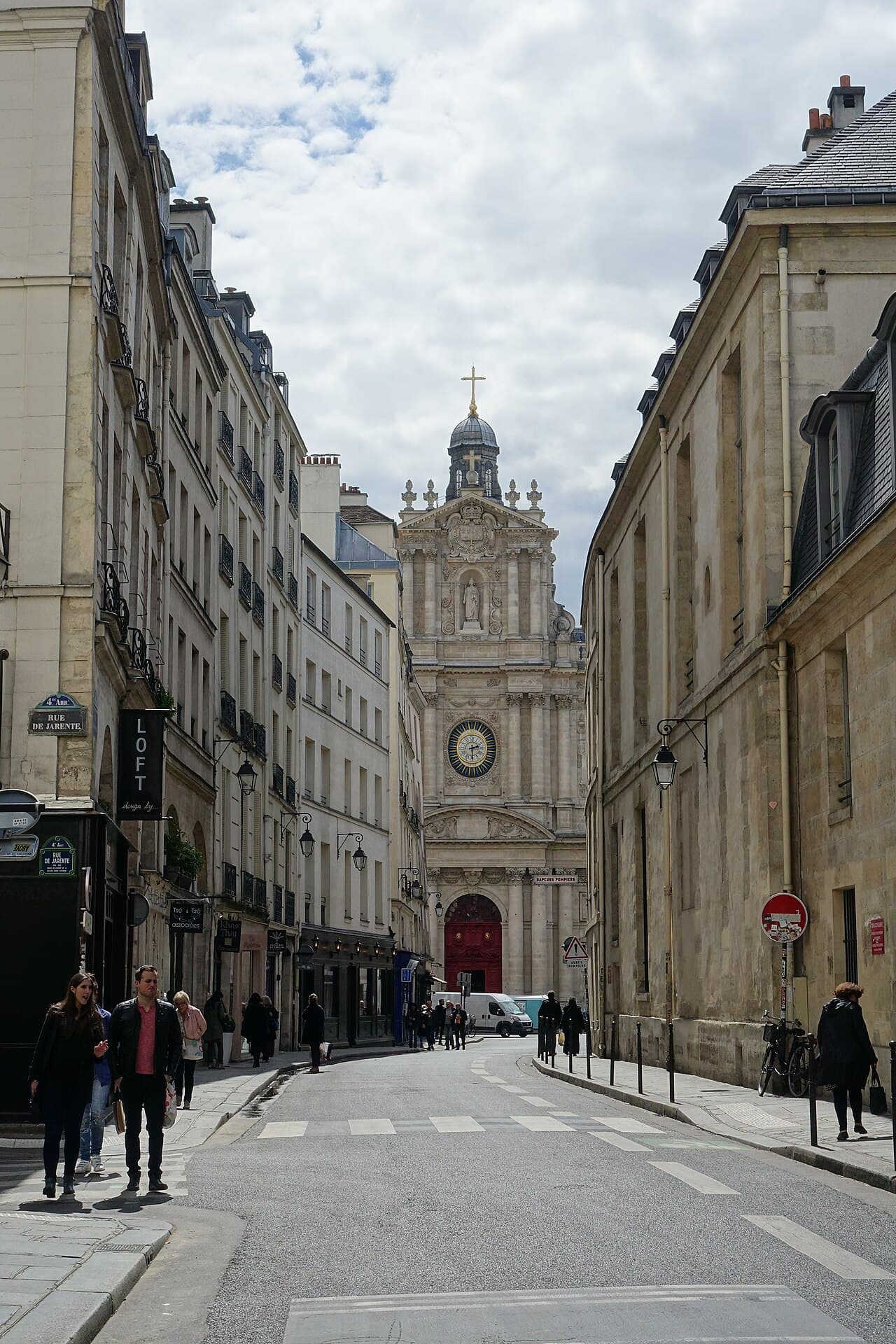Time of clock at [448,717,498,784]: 2:29
